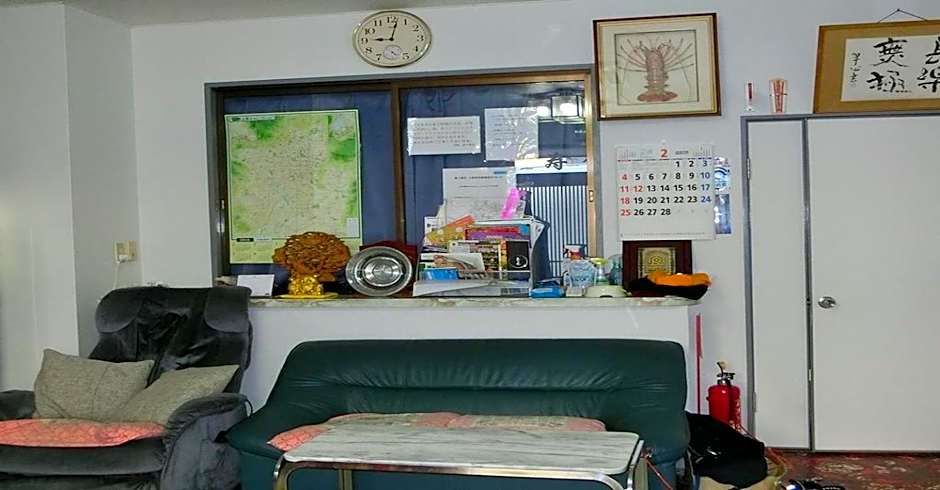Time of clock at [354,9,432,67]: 9:02
